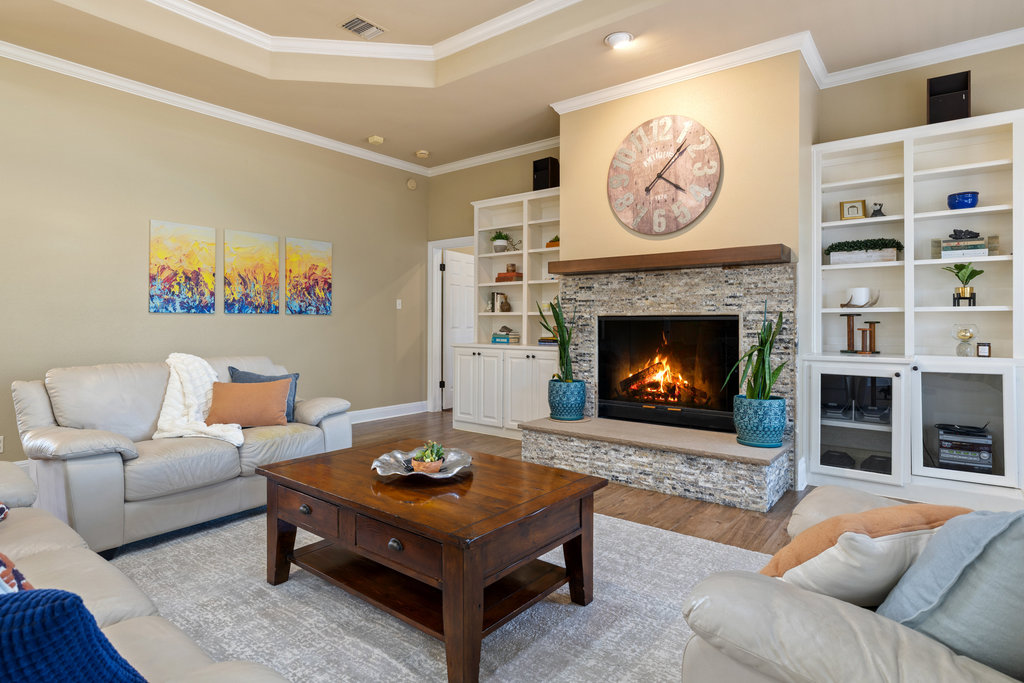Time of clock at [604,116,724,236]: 4:07
